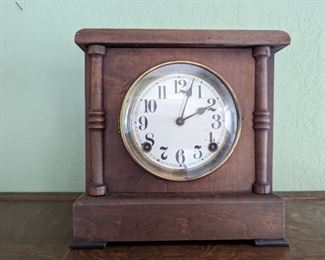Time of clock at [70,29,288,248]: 2:03
